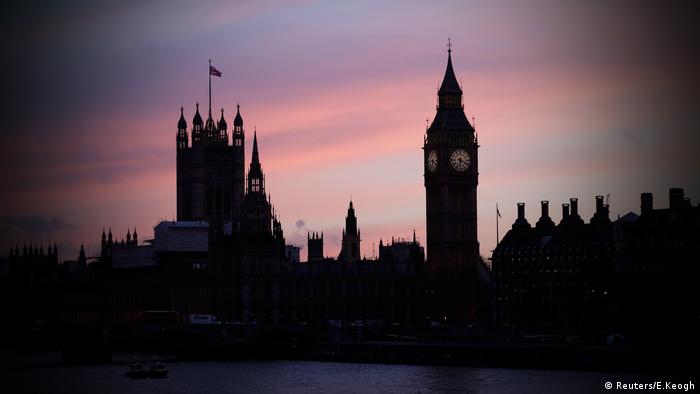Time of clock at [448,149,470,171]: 6:18
